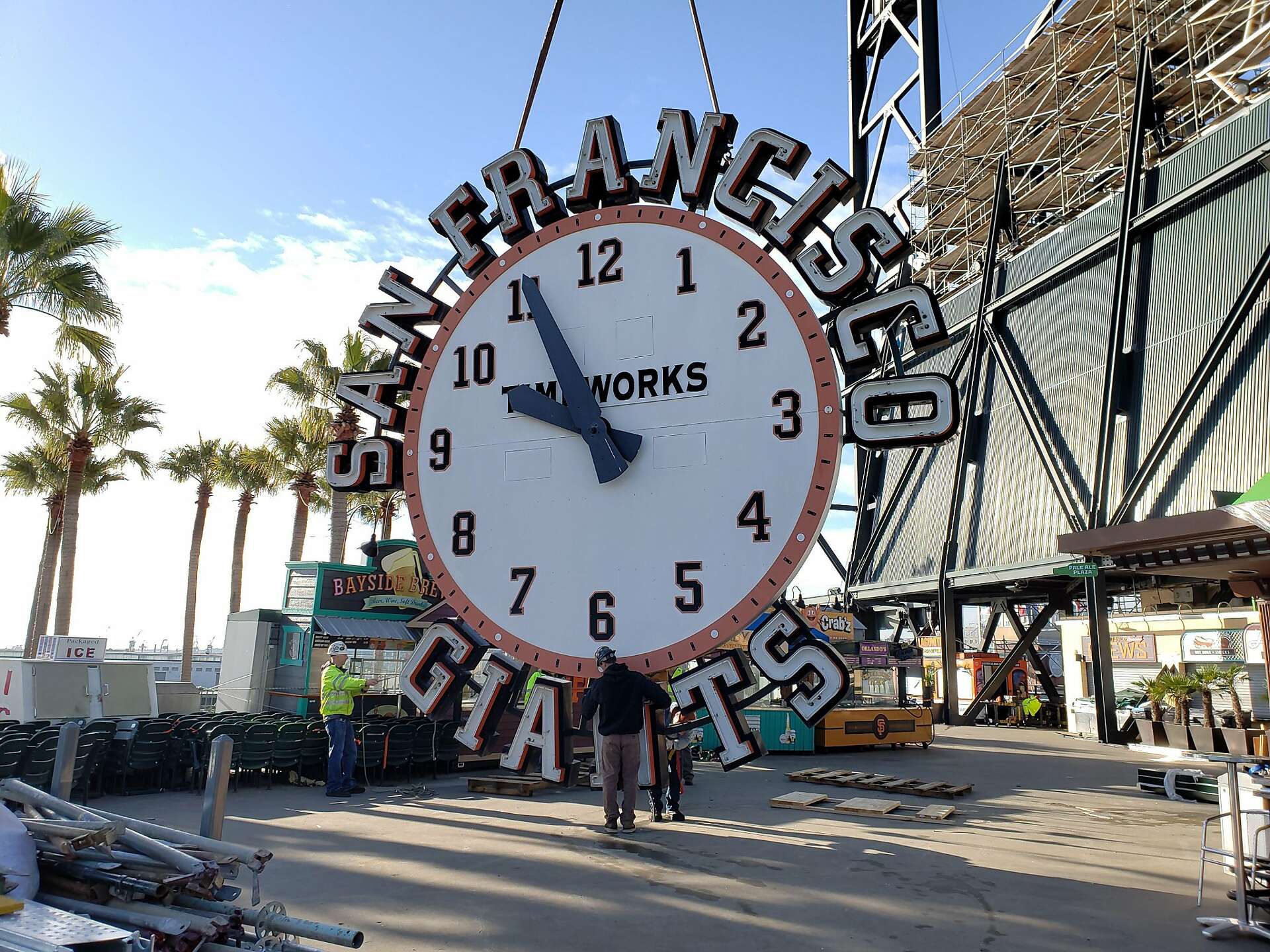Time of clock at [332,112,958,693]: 9:55
